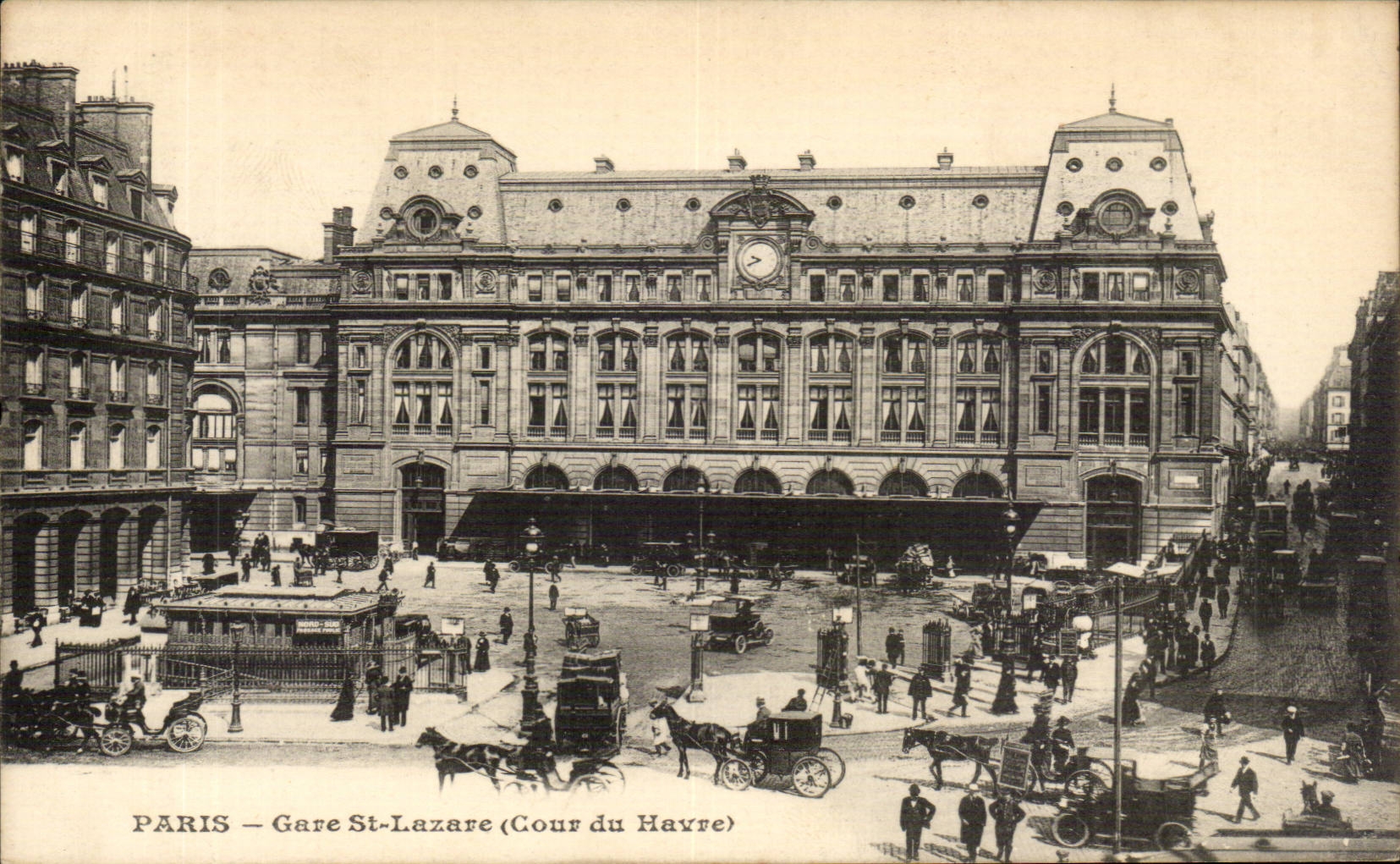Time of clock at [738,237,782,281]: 9:41
